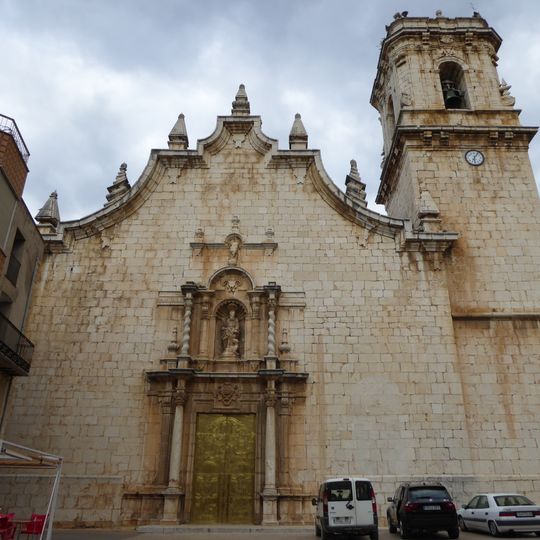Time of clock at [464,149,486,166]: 6:06
